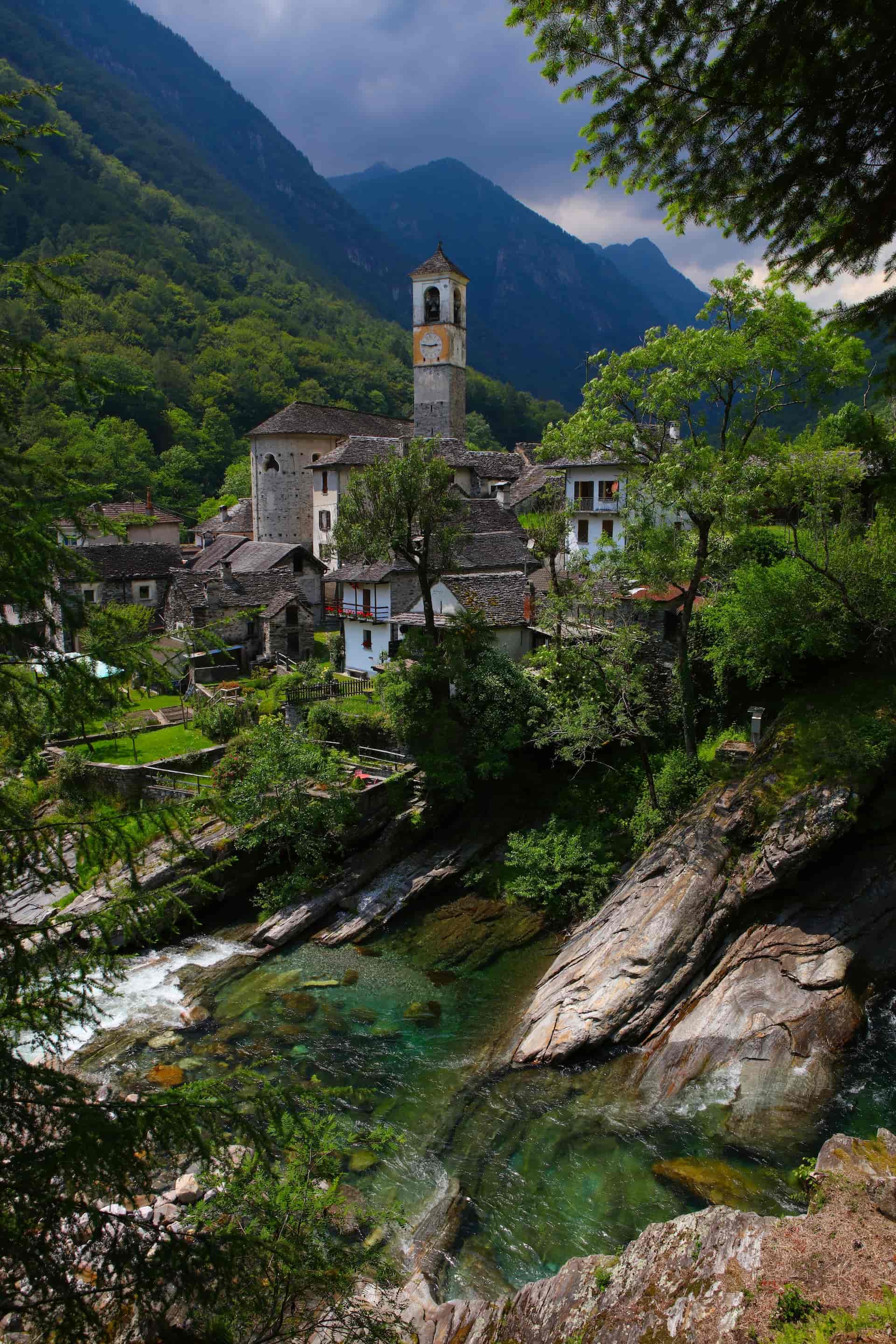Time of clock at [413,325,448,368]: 2:46
